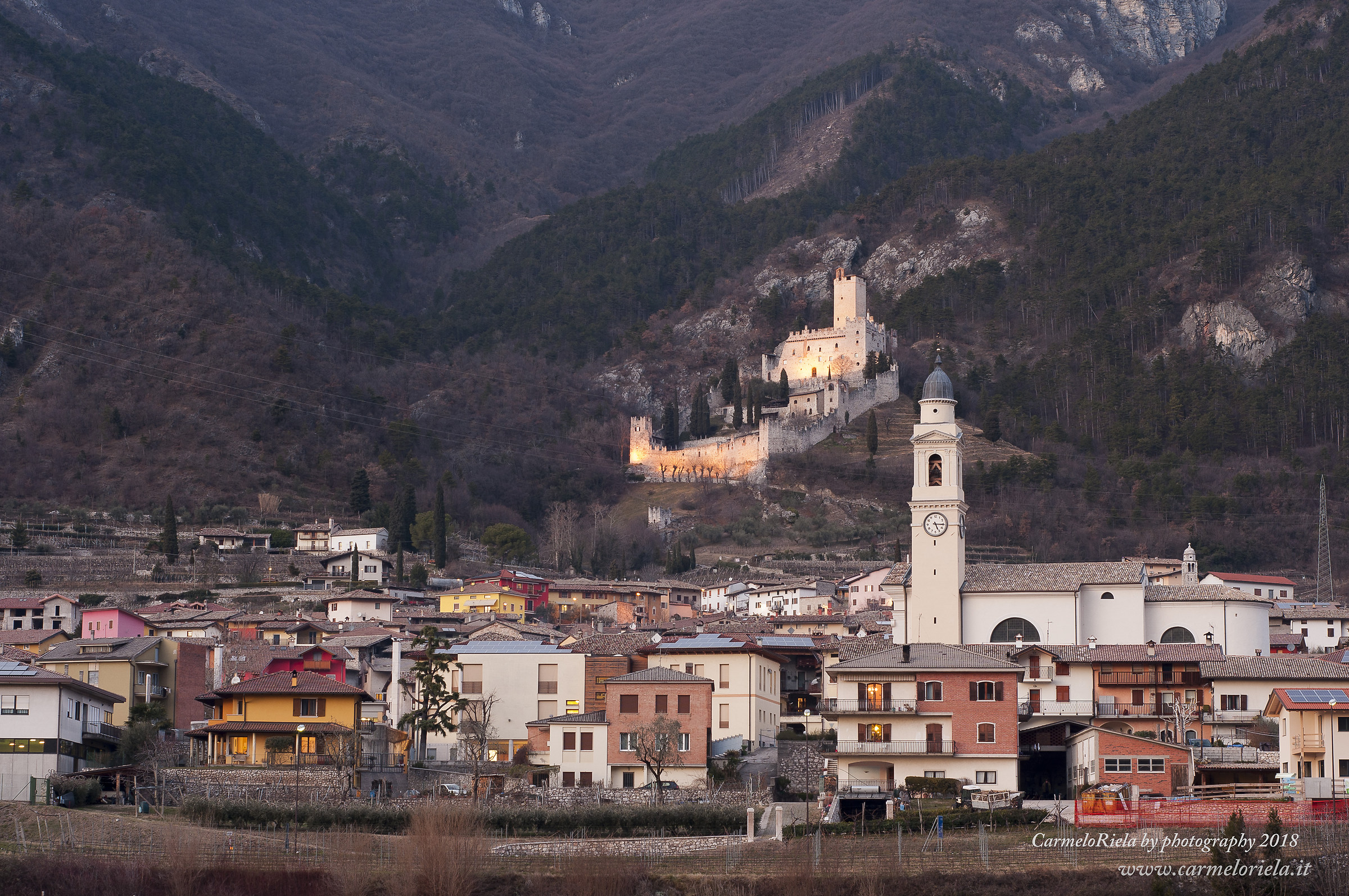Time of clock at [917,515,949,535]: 5:15
